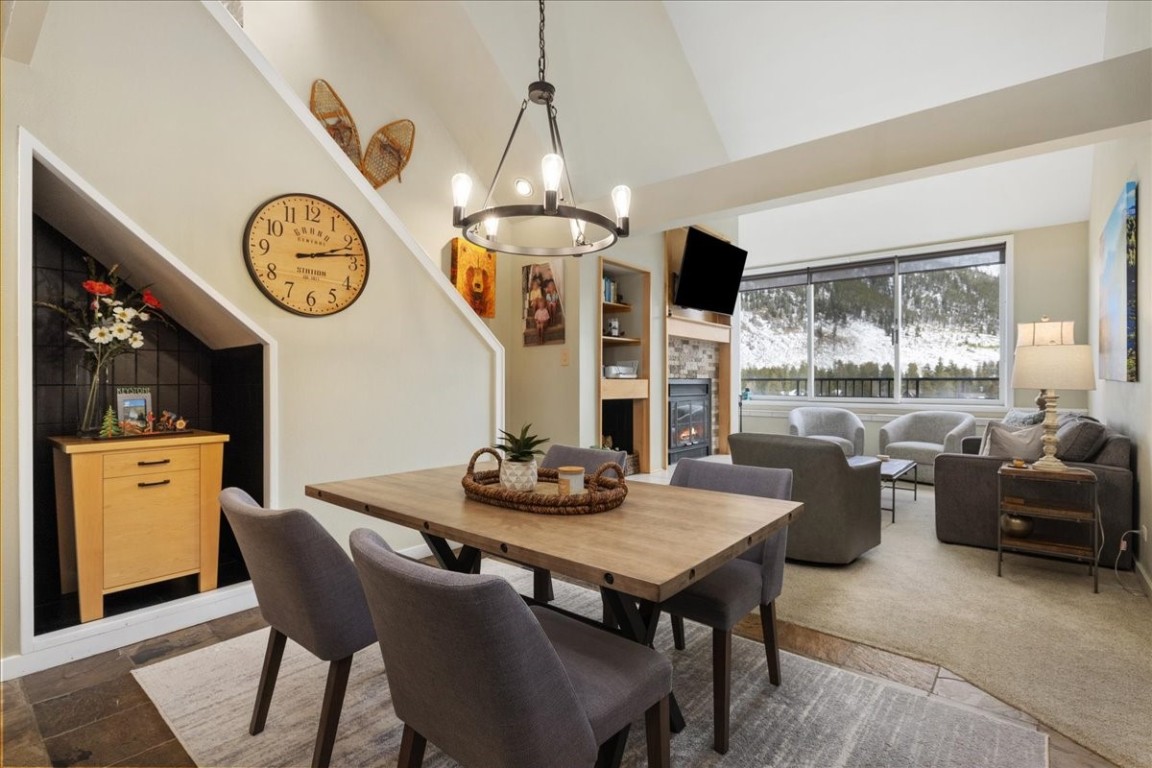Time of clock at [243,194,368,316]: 2:12
